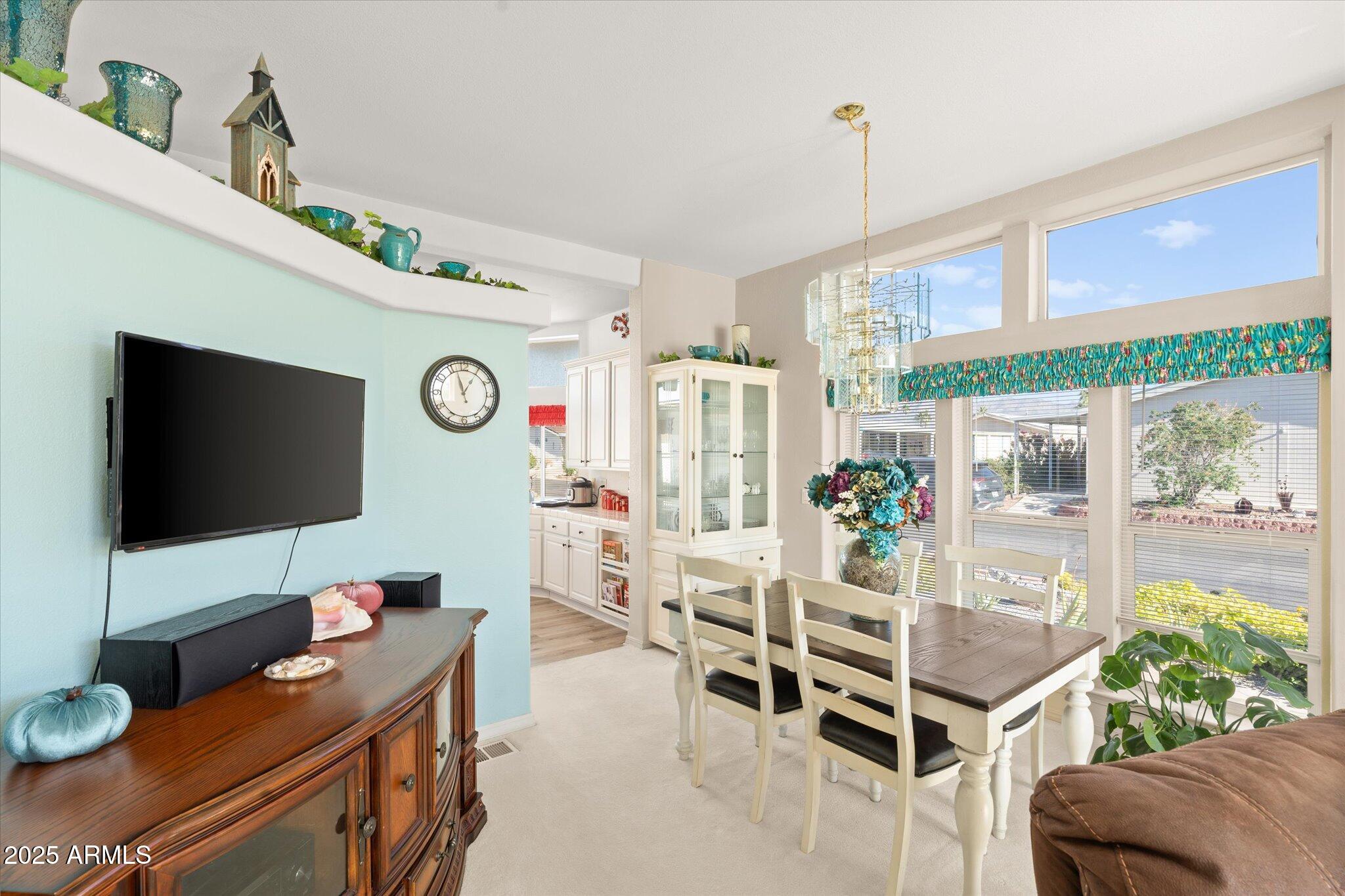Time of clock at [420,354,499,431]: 12:57
